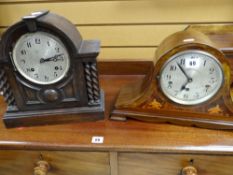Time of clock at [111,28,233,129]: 6:53
